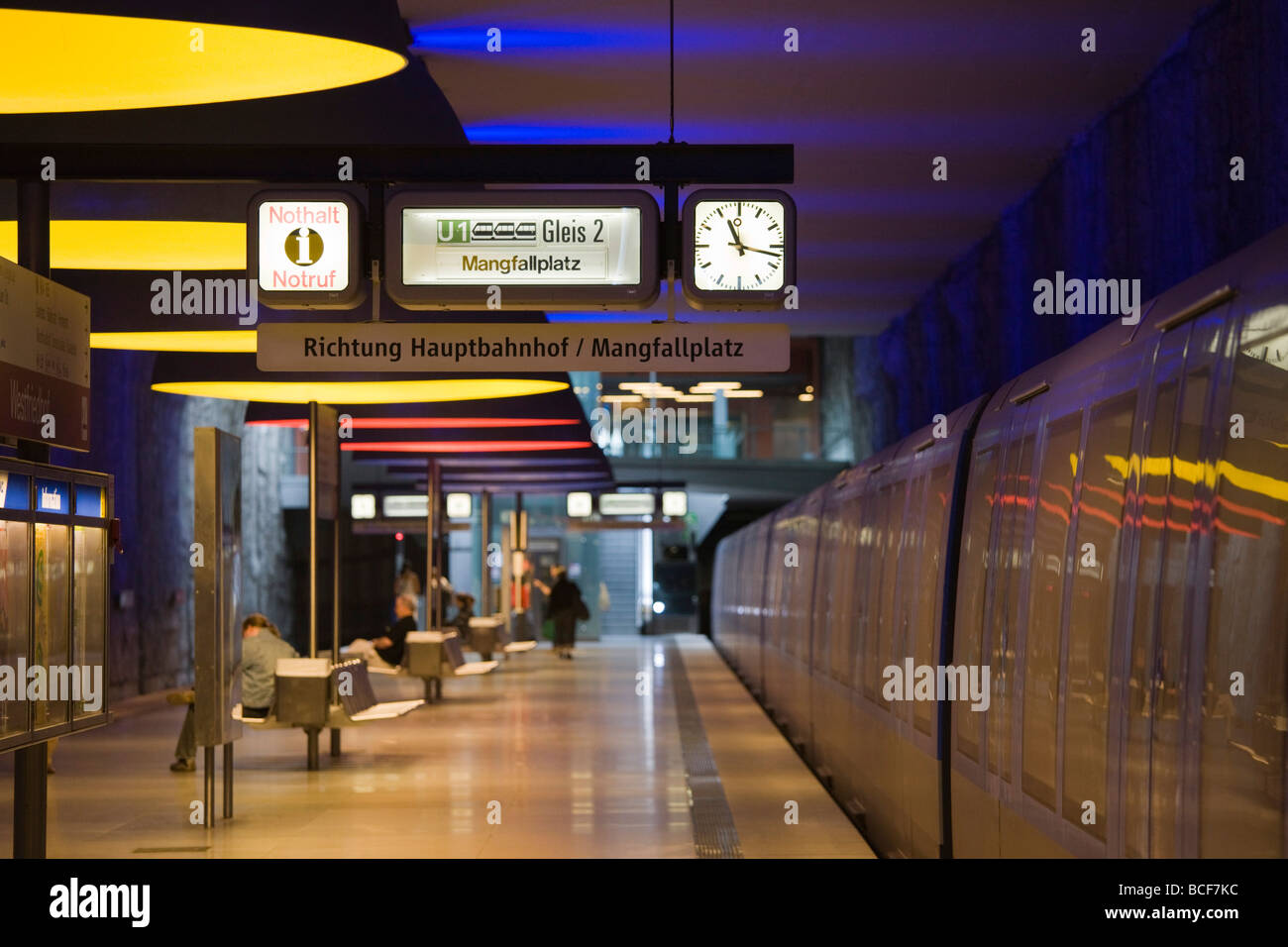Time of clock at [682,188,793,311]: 11:17
